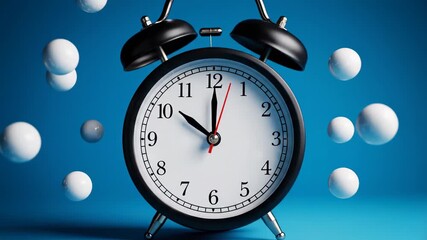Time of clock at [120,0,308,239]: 10:00
